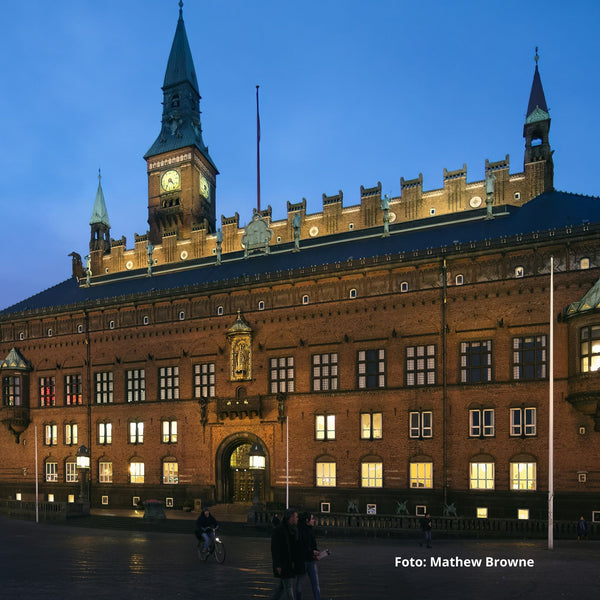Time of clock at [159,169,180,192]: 4:35
